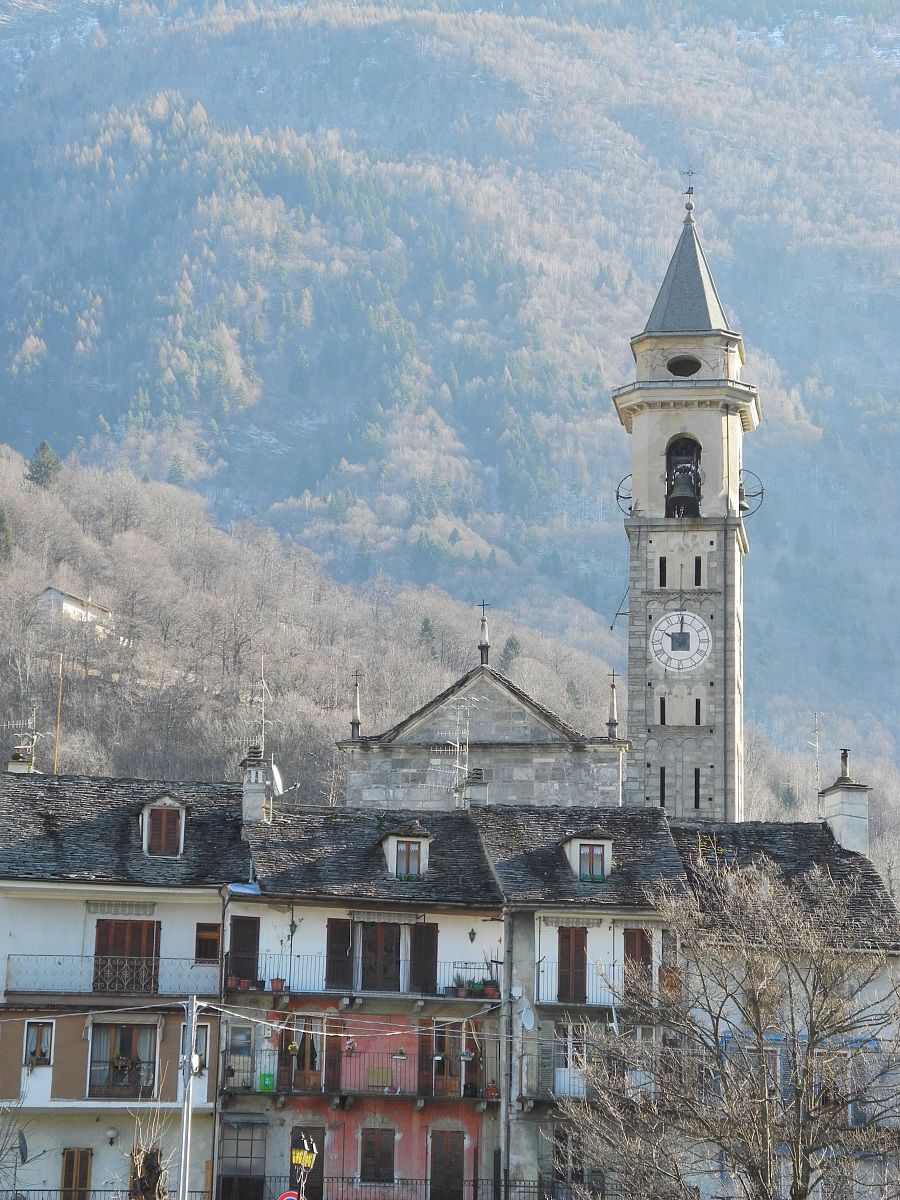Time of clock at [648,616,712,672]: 10:00
